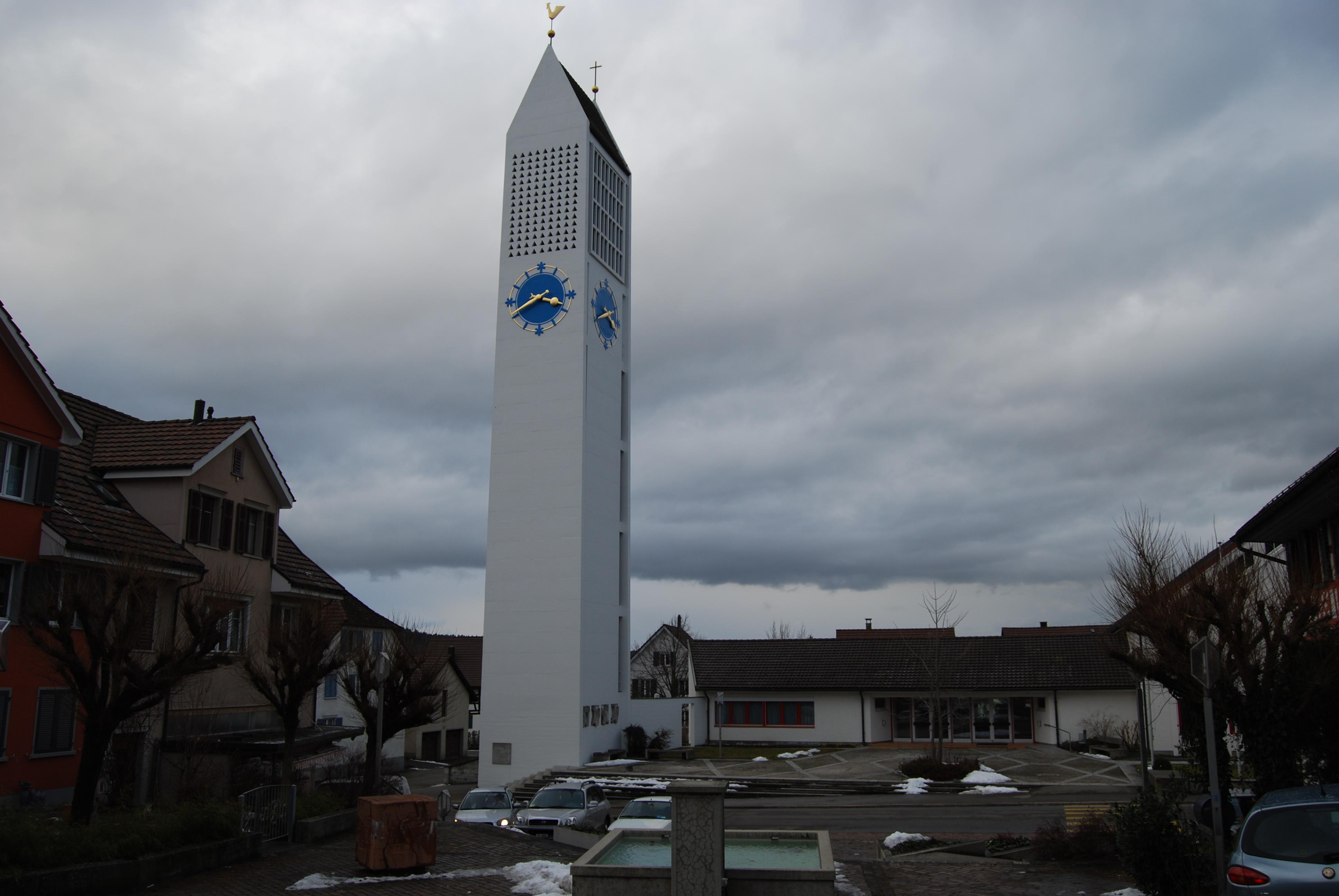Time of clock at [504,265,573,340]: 3:40
